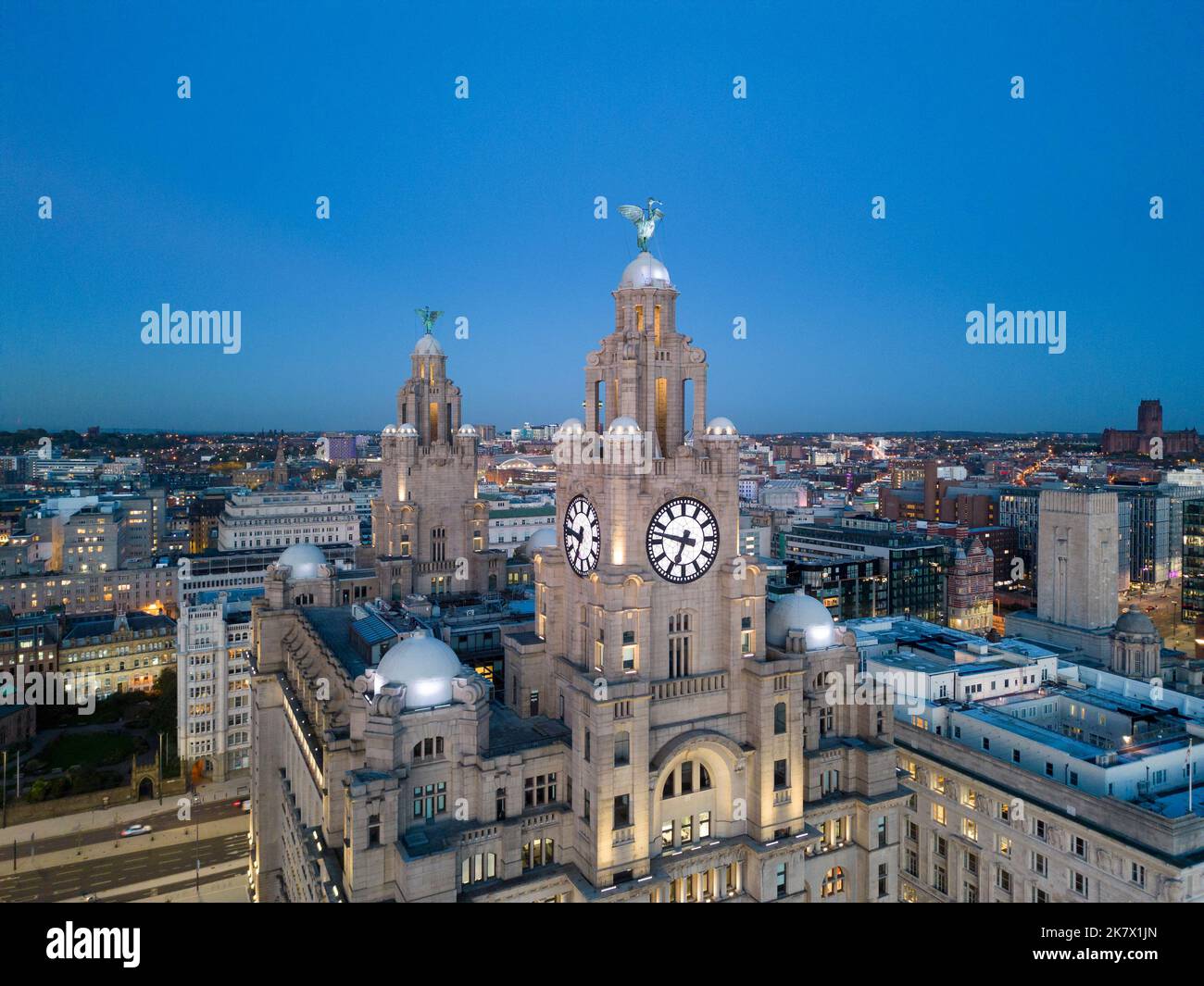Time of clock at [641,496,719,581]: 6:47
